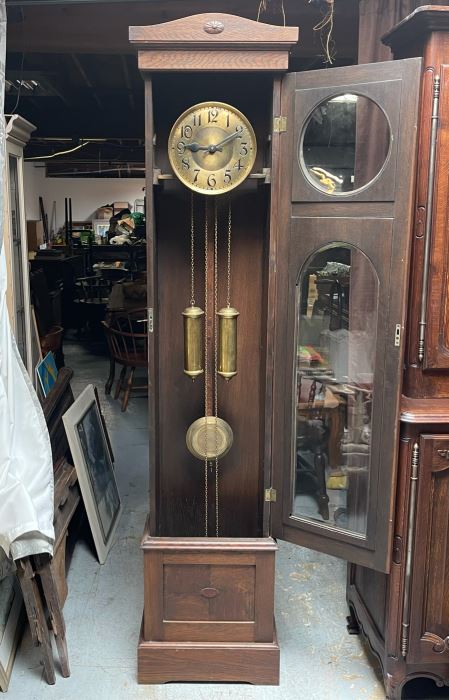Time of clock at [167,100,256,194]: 9:10
